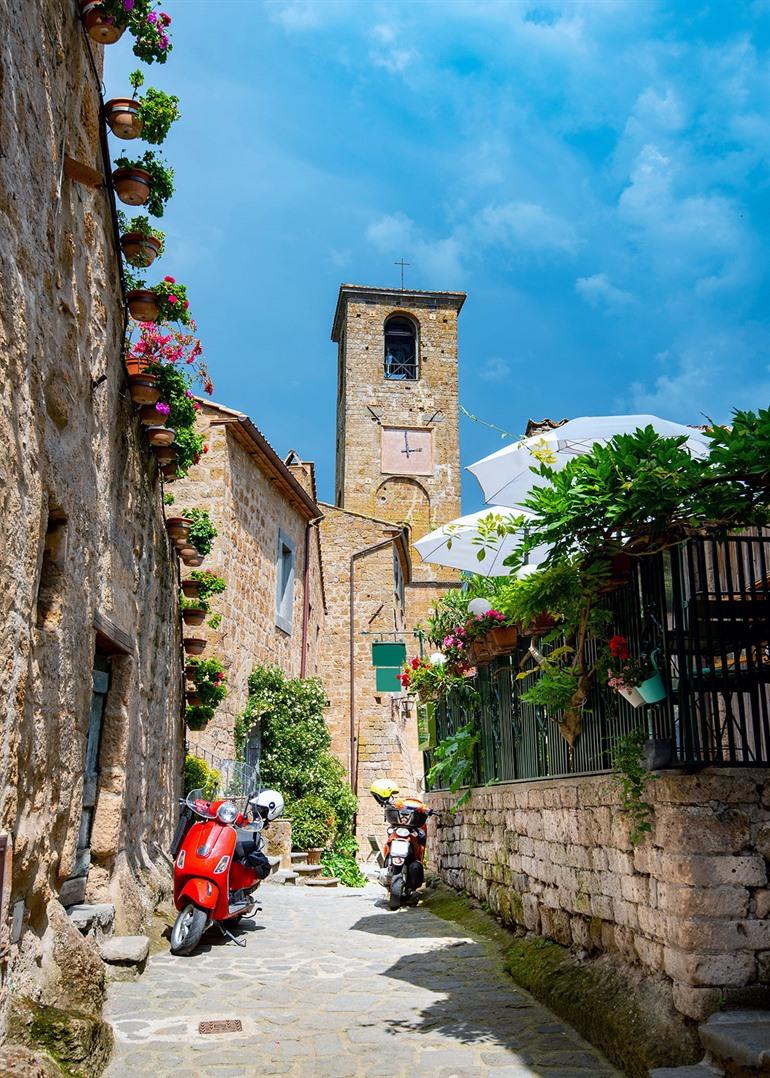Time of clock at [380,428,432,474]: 2:59
